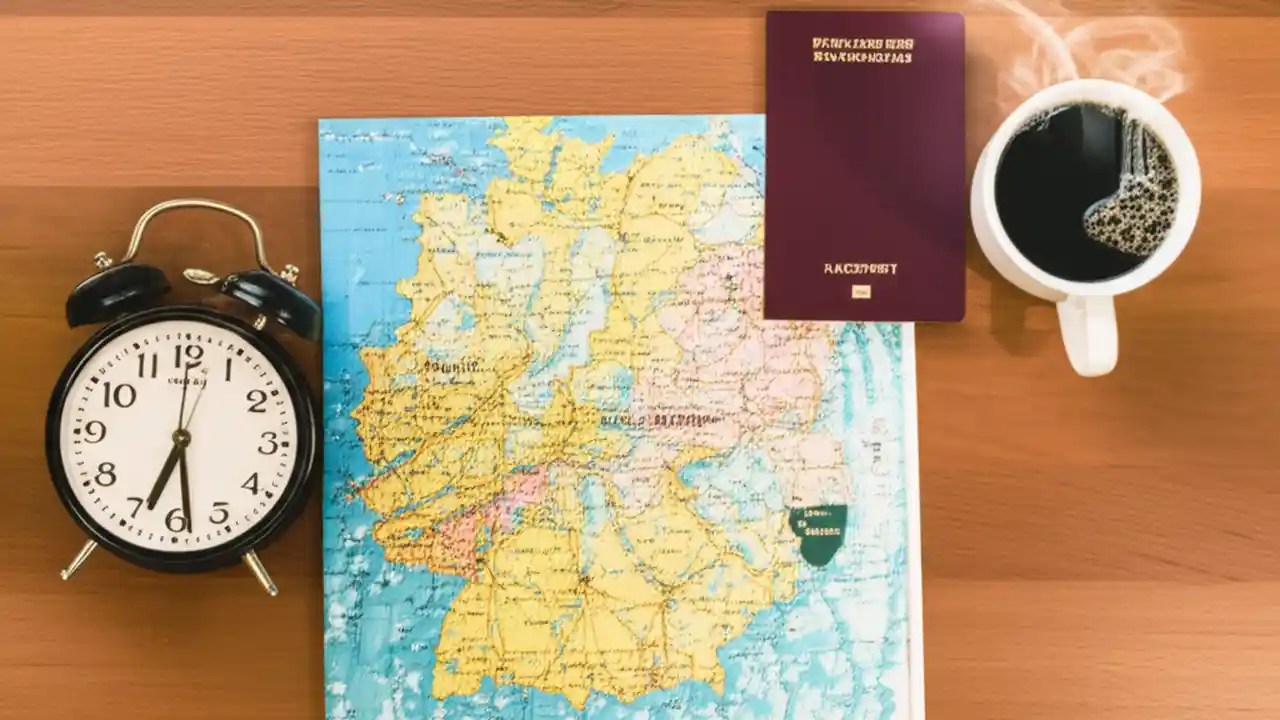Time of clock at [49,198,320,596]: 6:28
